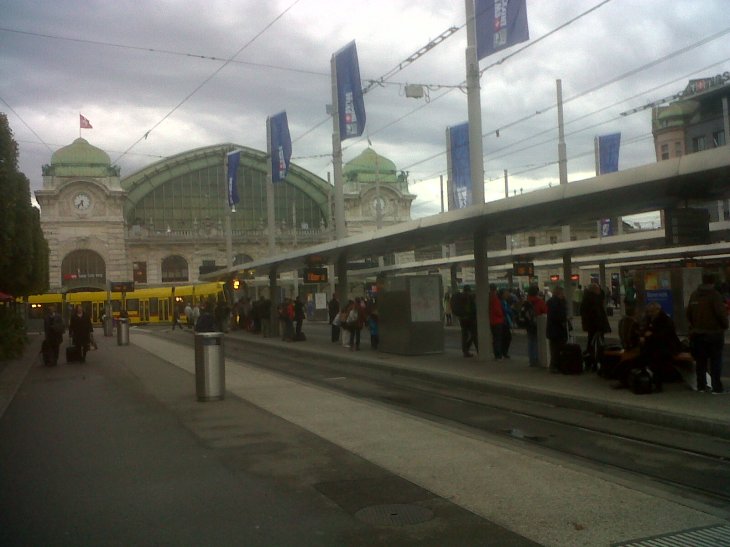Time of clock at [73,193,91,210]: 5:36
